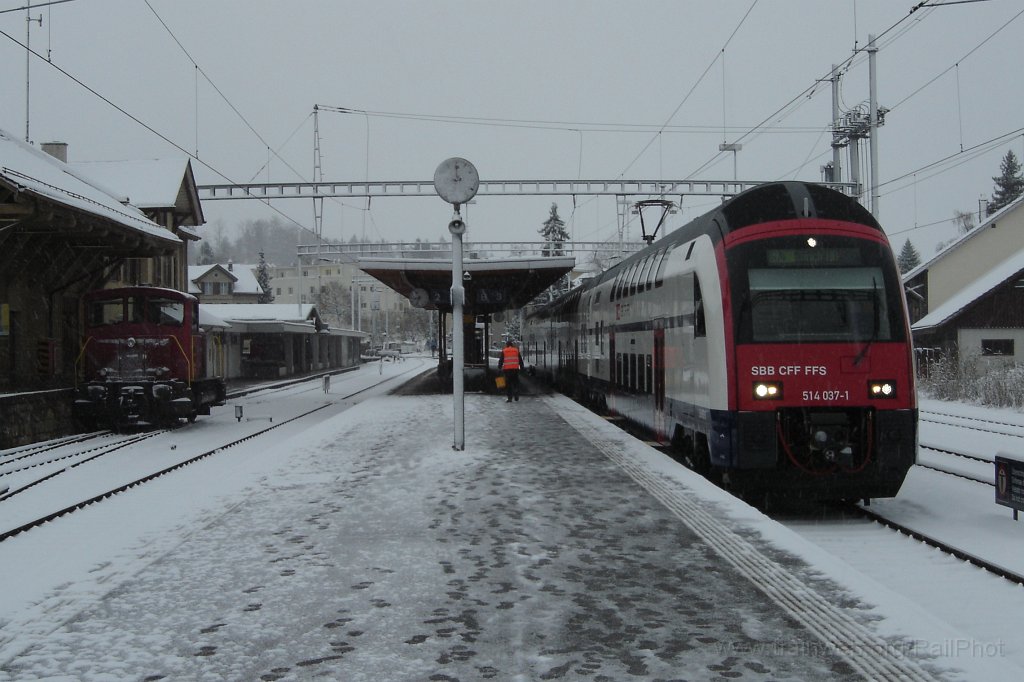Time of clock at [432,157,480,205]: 8:59
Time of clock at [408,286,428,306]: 8:33
